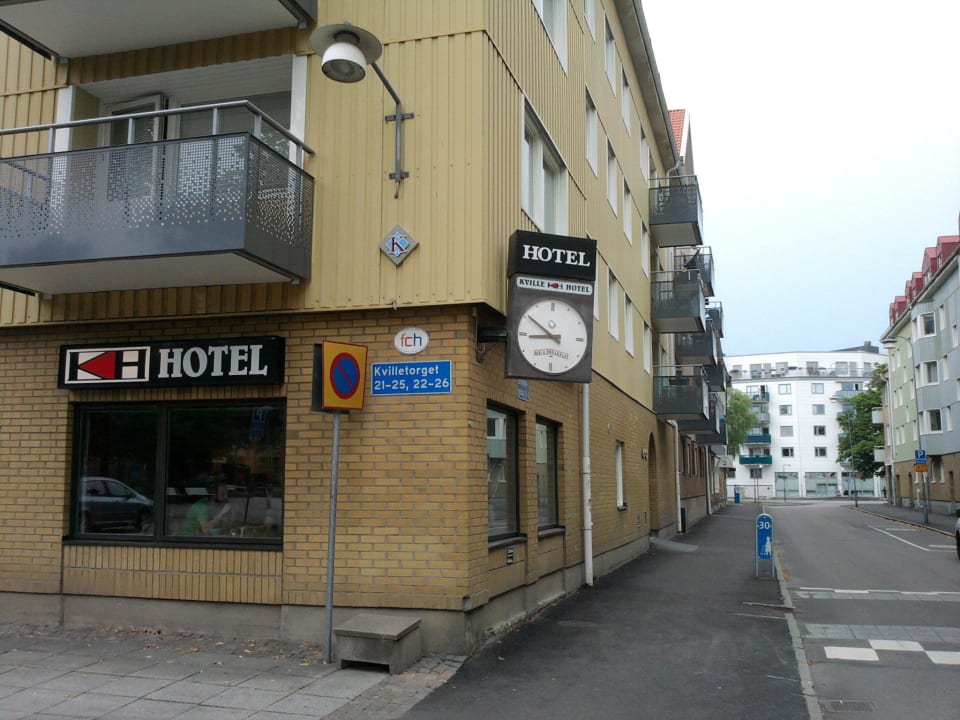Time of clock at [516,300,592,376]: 8:51
